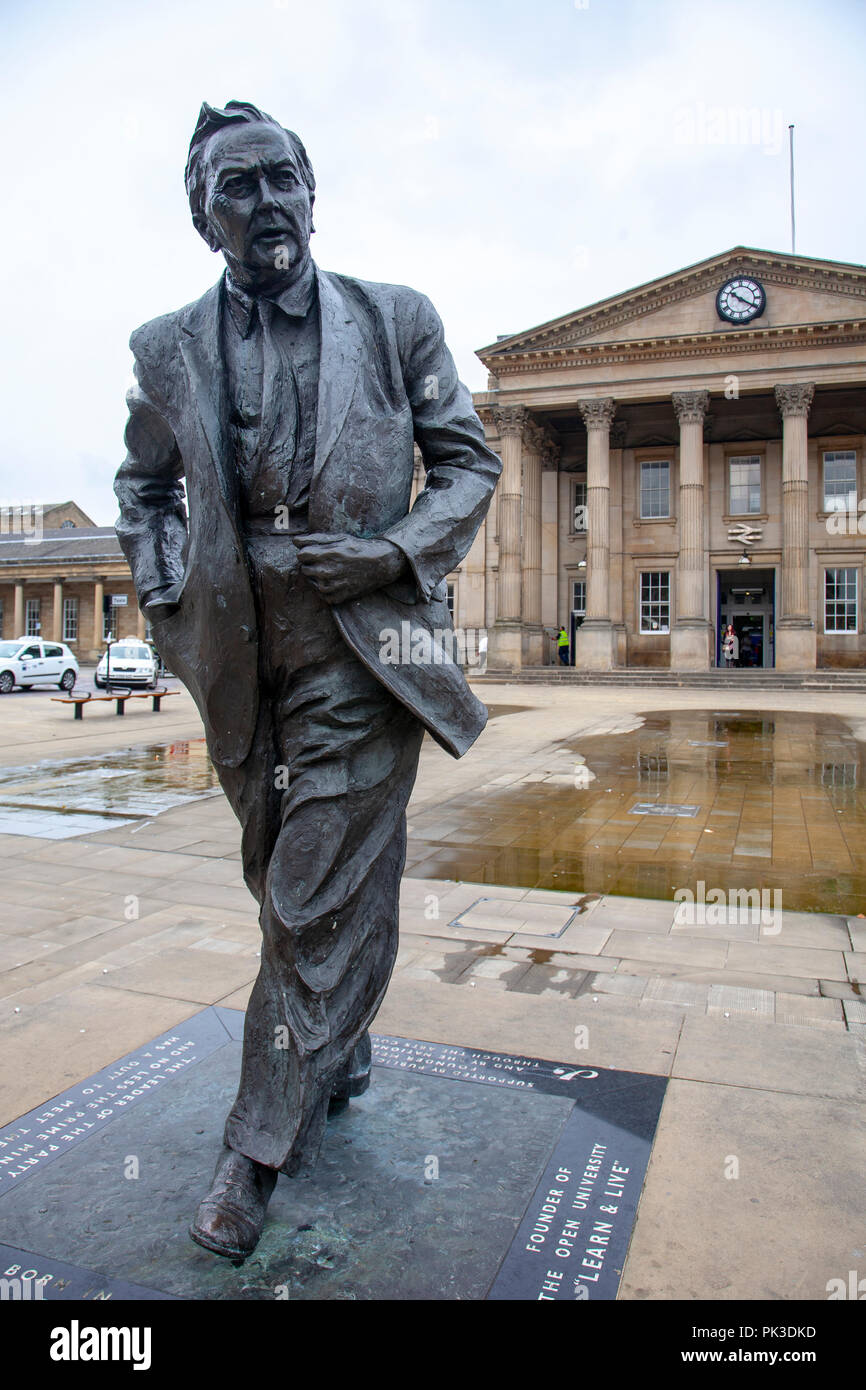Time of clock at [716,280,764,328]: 10:20
